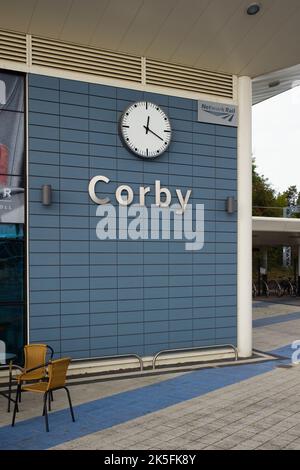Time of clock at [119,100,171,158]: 12:19
